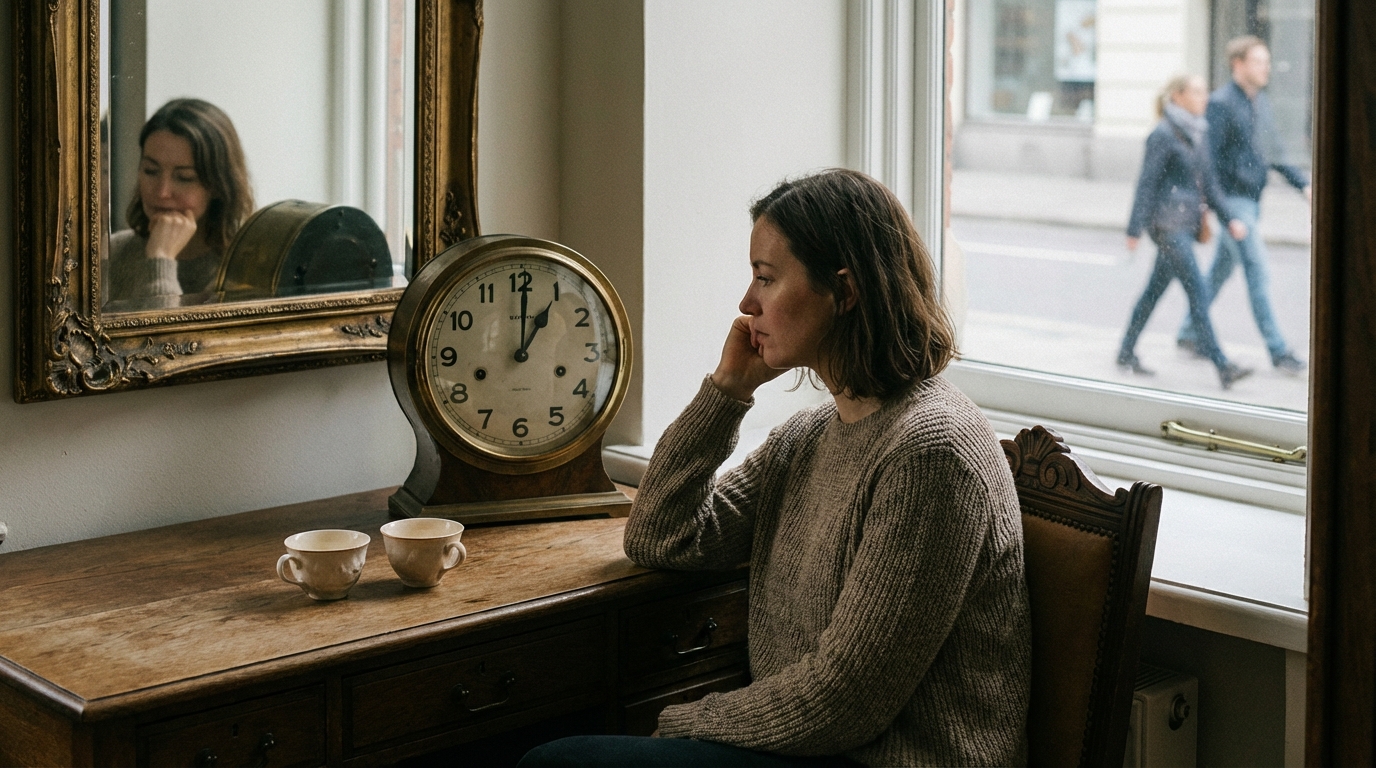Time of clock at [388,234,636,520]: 1:00
